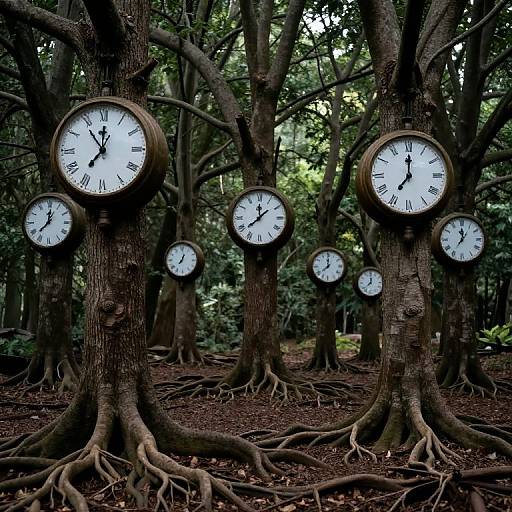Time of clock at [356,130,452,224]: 7:00
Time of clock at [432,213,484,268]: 12:05
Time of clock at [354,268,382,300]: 12:38
